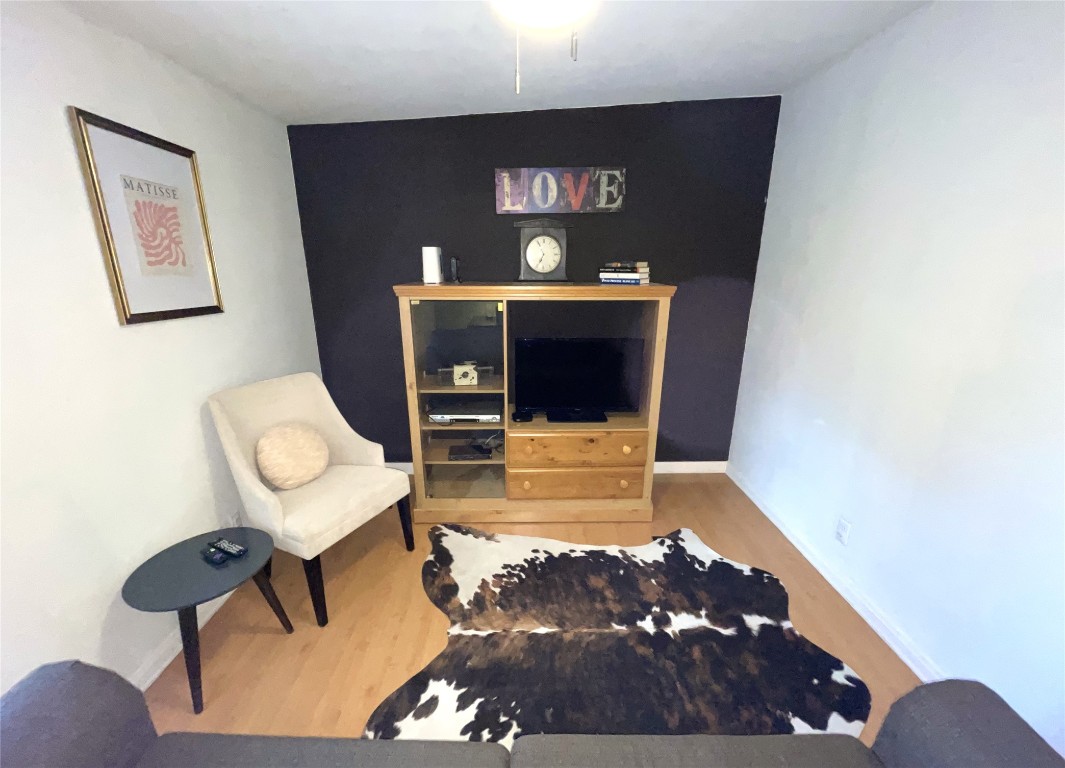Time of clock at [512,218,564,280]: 6:55
